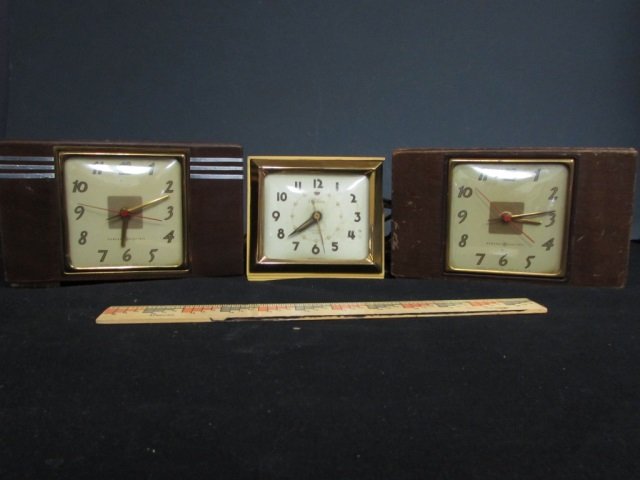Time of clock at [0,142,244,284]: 6:11
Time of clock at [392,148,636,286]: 3:13
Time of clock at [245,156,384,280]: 7:38
